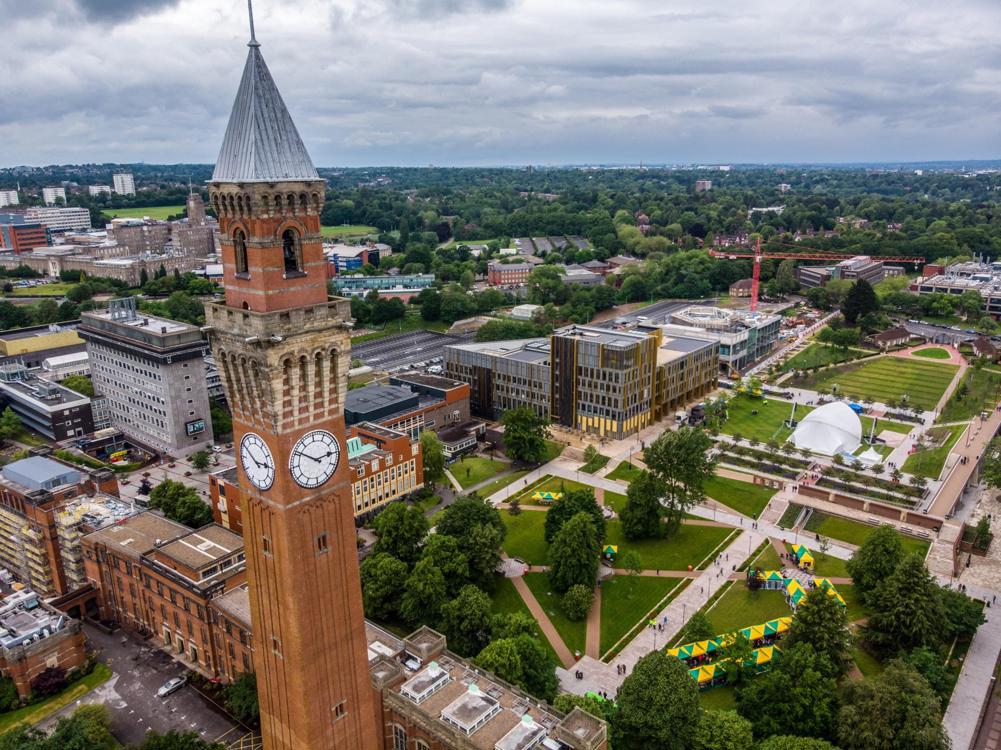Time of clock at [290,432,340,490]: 2:50
